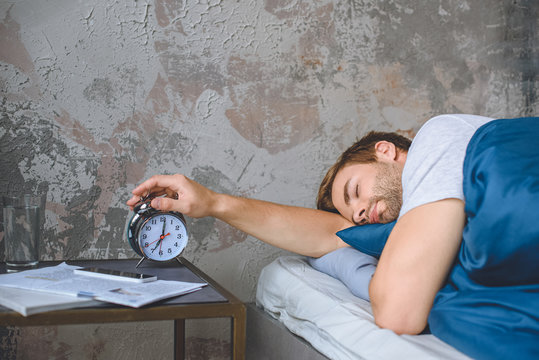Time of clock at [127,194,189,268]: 7:01
